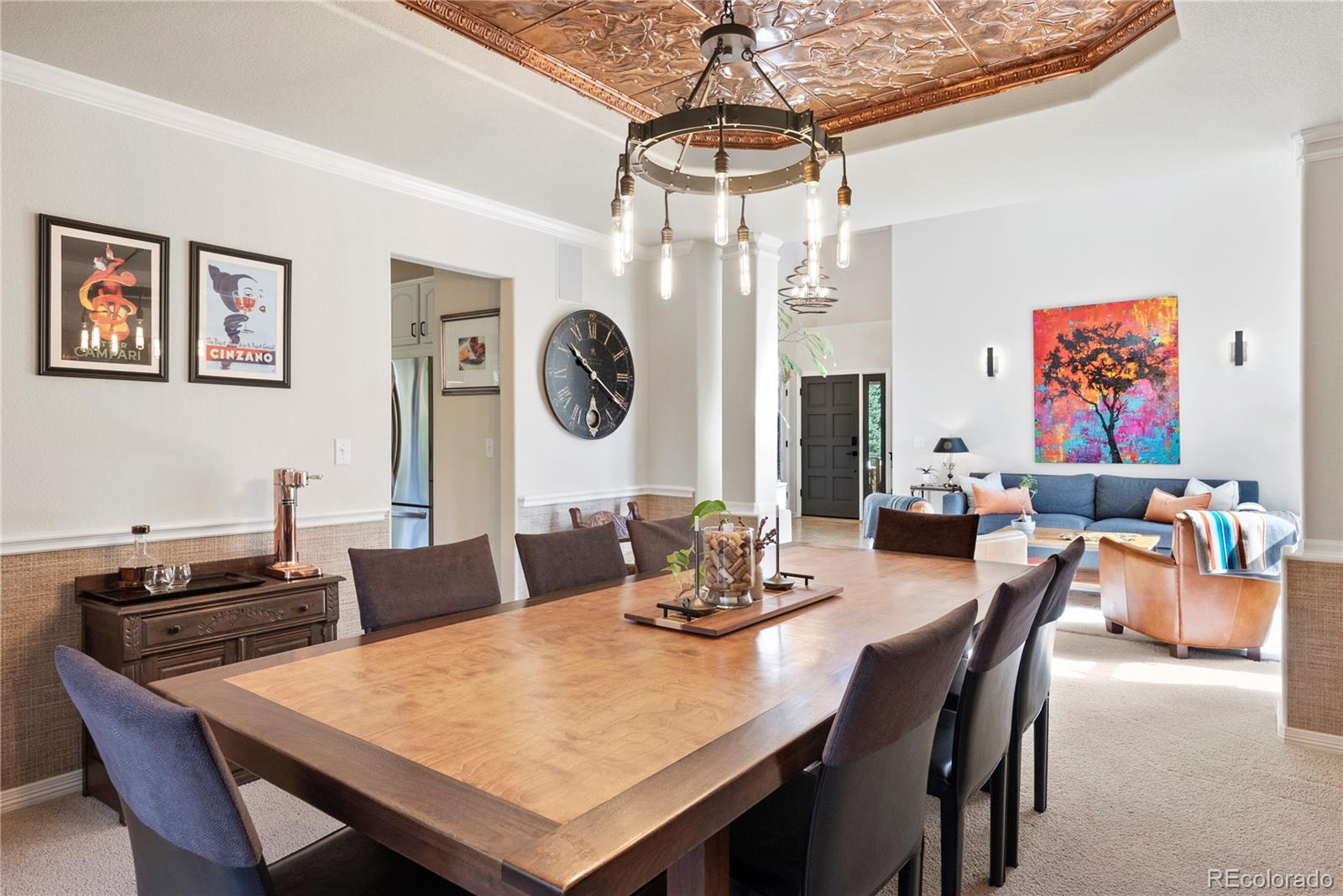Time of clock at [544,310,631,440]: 10:20
